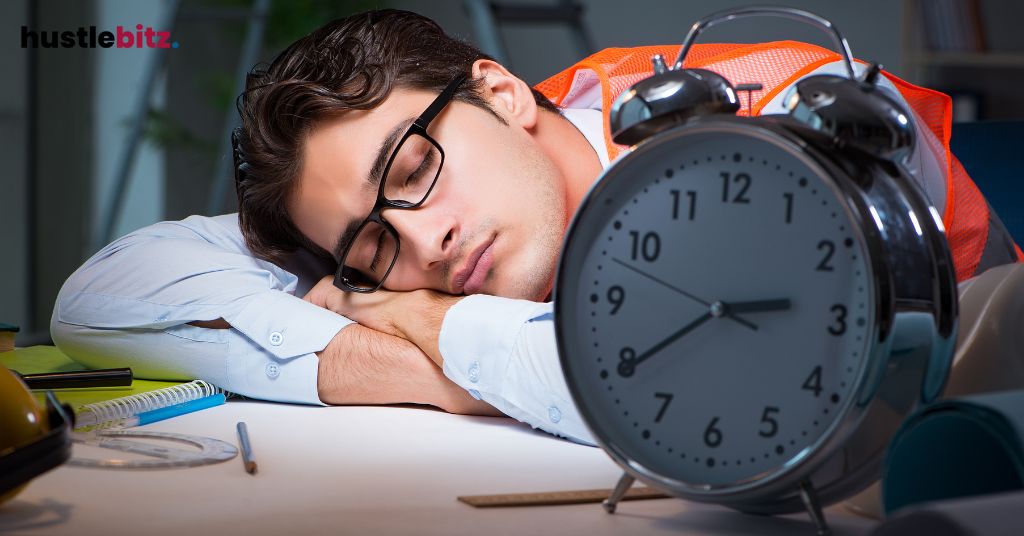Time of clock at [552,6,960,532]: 2:39
